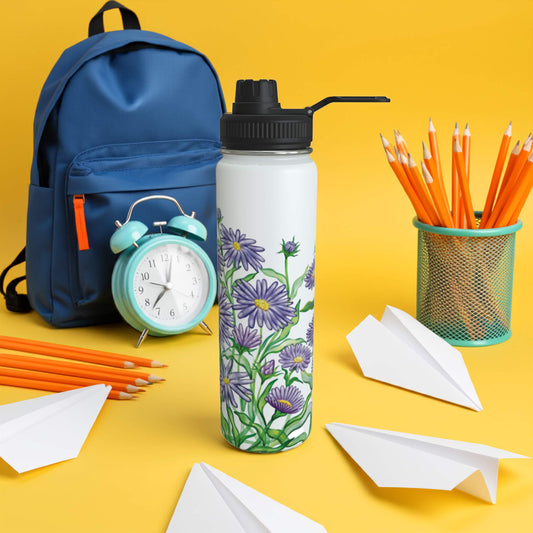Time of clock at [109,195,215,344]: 12:37
